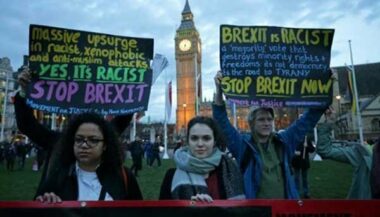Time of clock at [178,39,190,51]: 4:32
